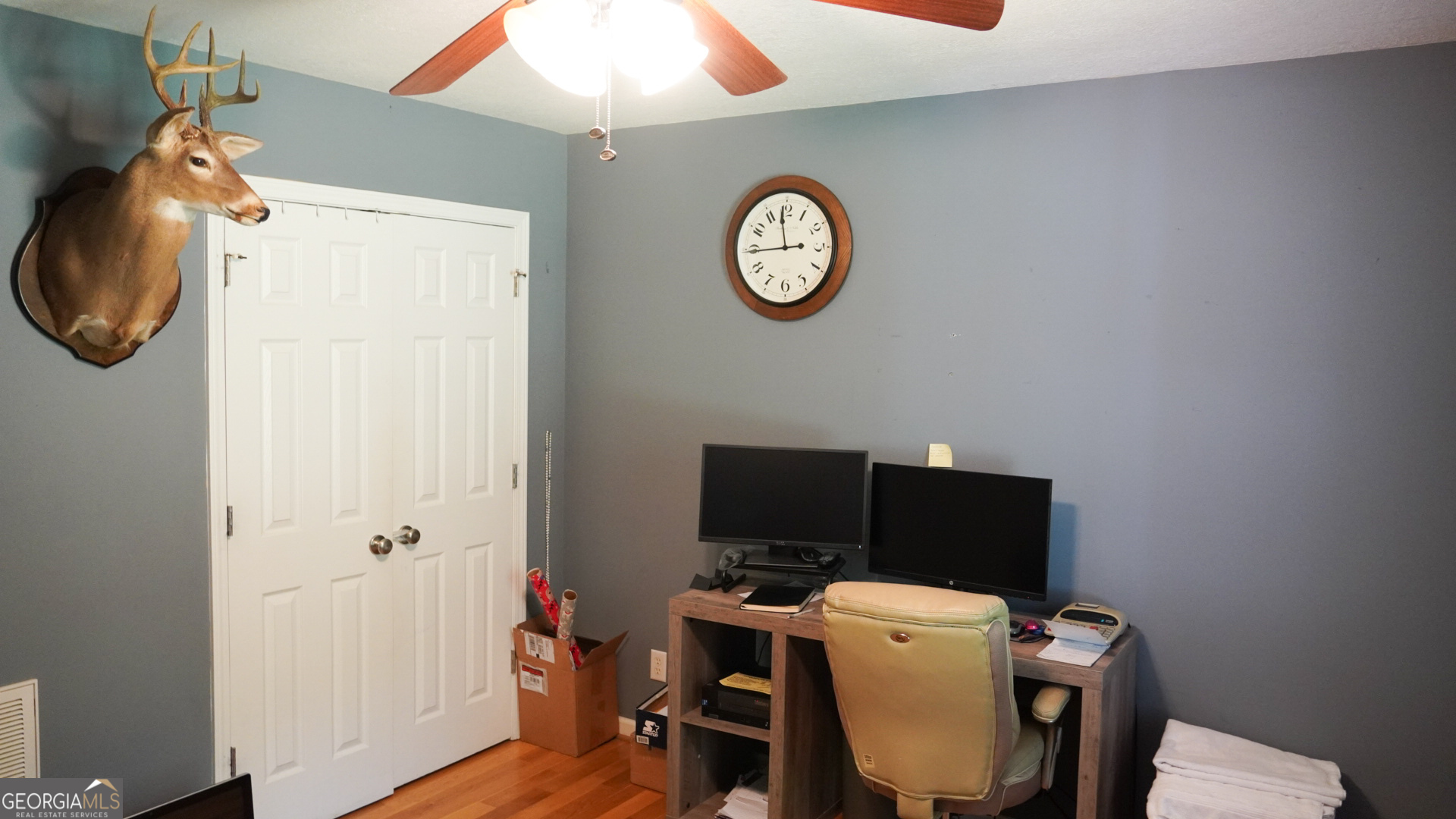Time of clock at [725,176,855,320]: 11:44
